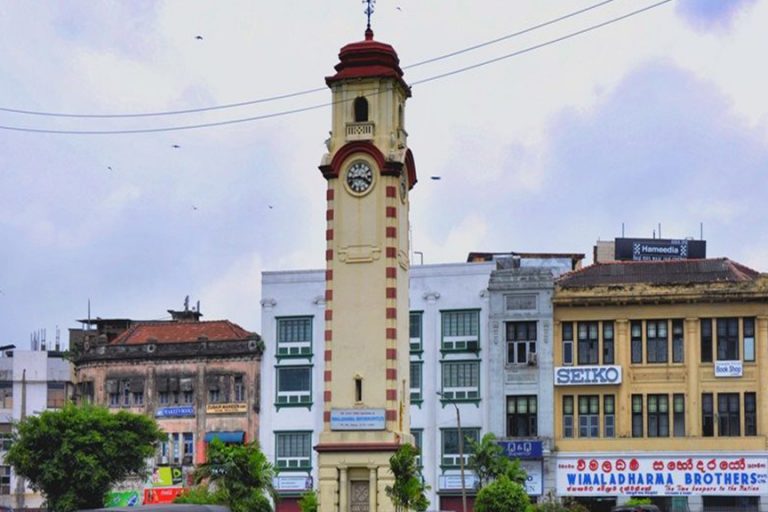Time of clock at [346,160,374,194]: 3:43
